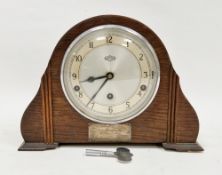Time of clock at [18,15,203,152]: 8:36
